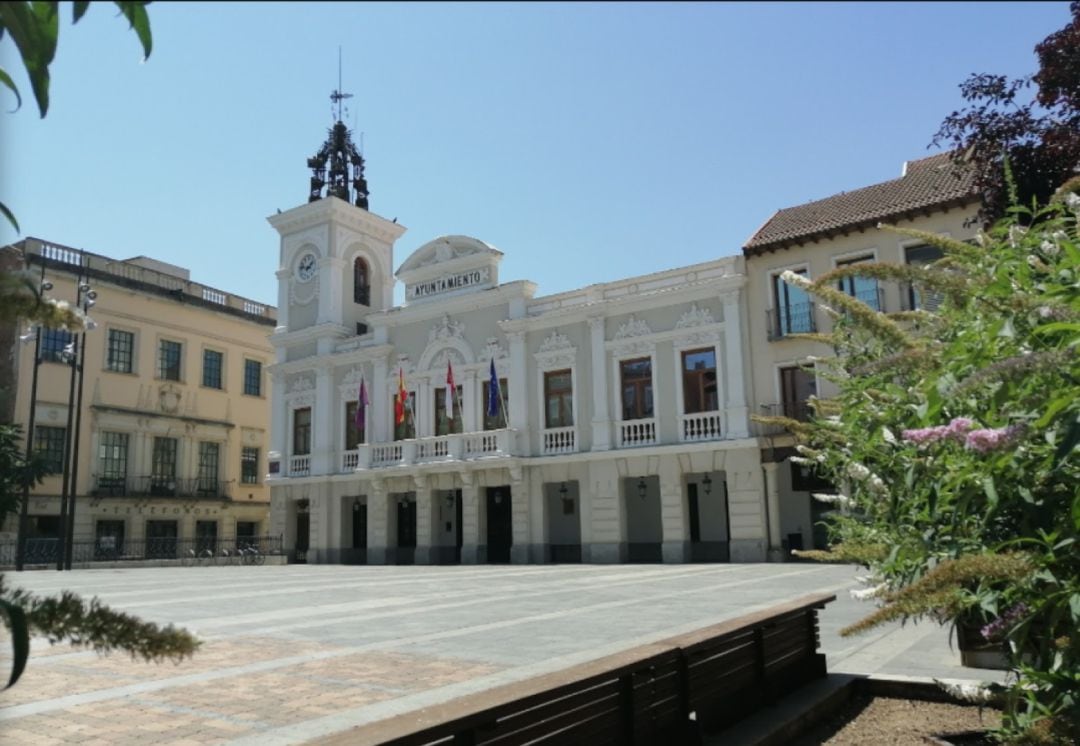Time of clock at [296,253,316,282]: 1:46
